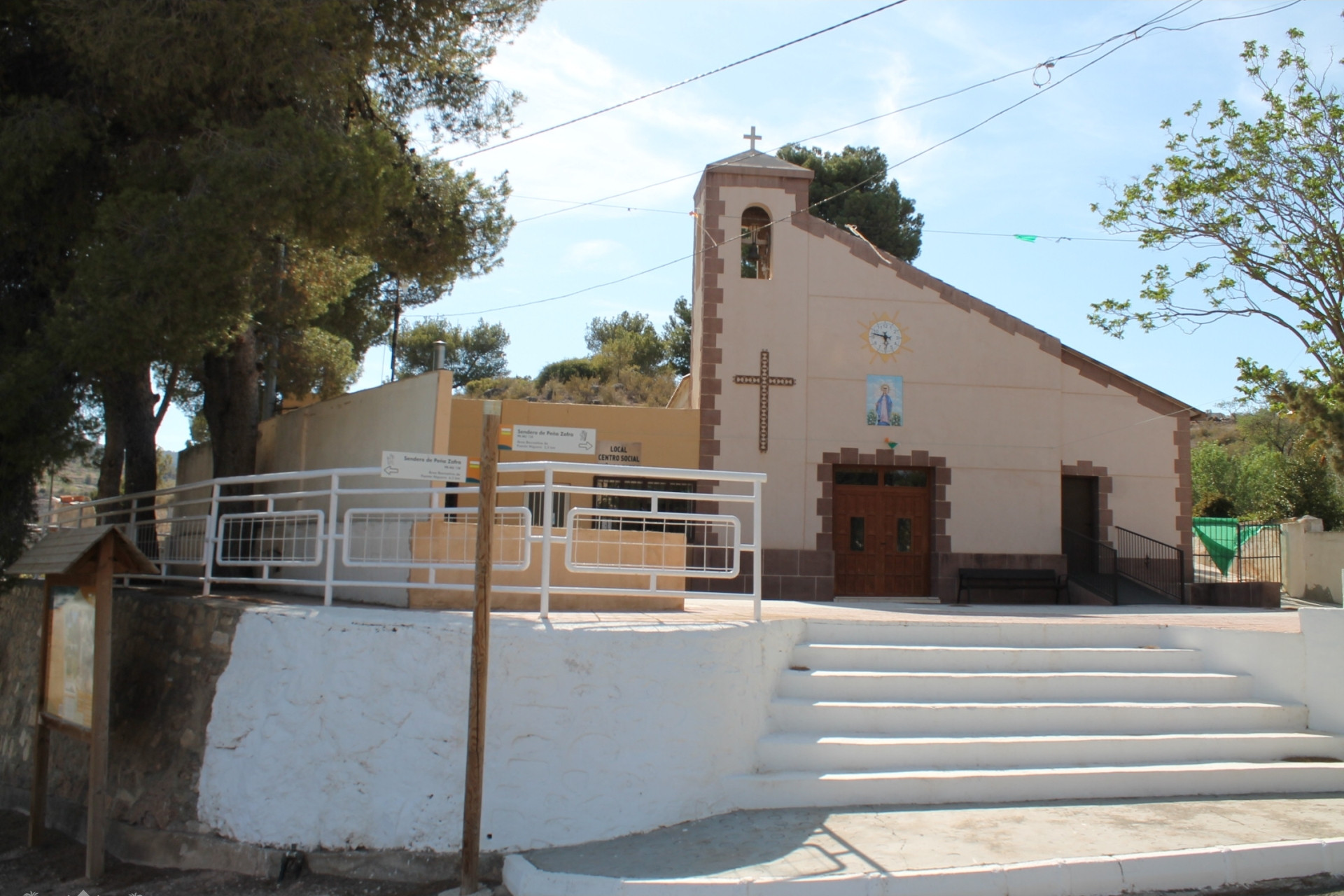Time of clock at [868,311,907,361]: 5:47
